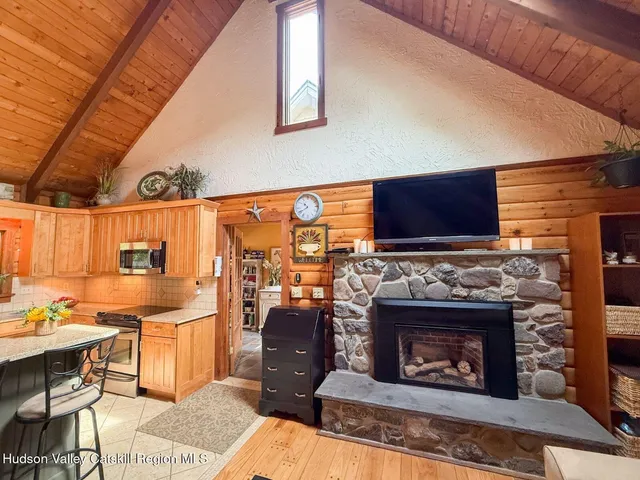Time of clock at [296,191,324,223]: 10:40
